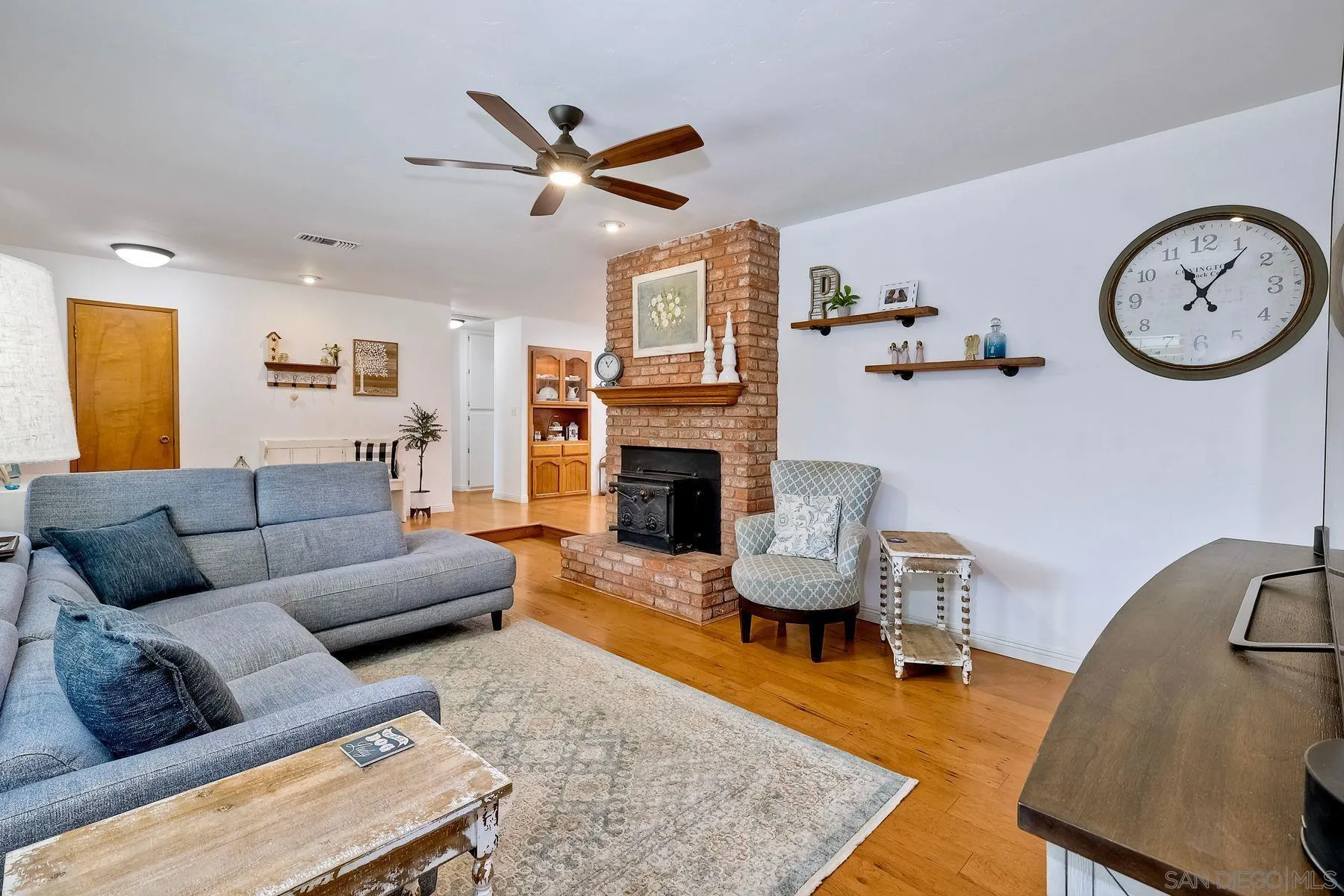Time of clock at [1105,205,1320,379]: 11:06
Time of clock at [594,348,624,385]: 11:06
